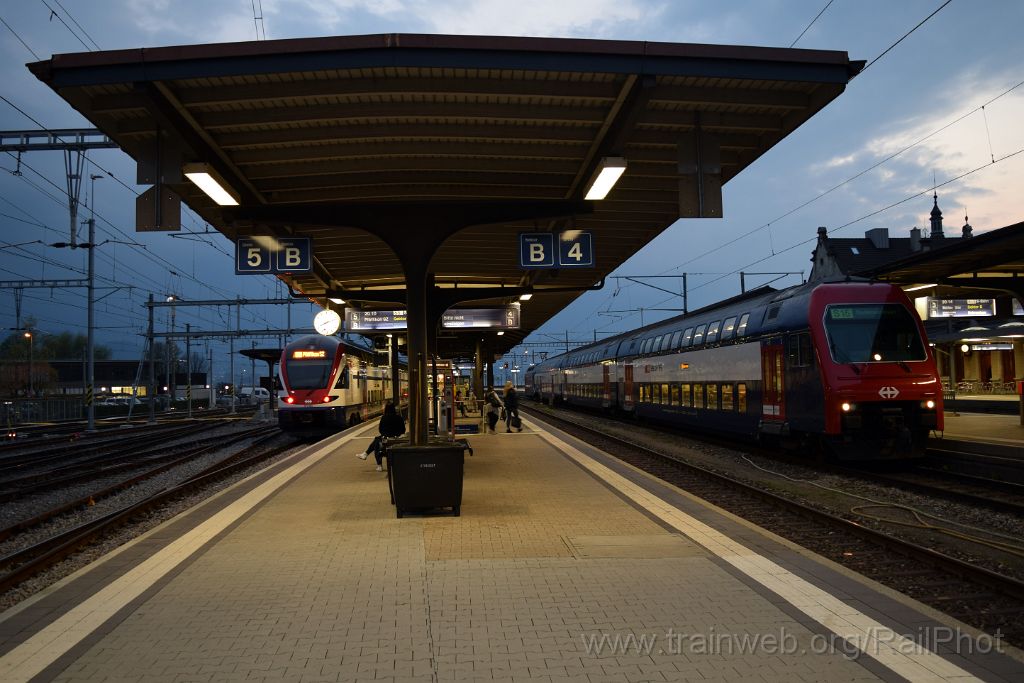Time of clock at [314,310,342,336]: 8:12
